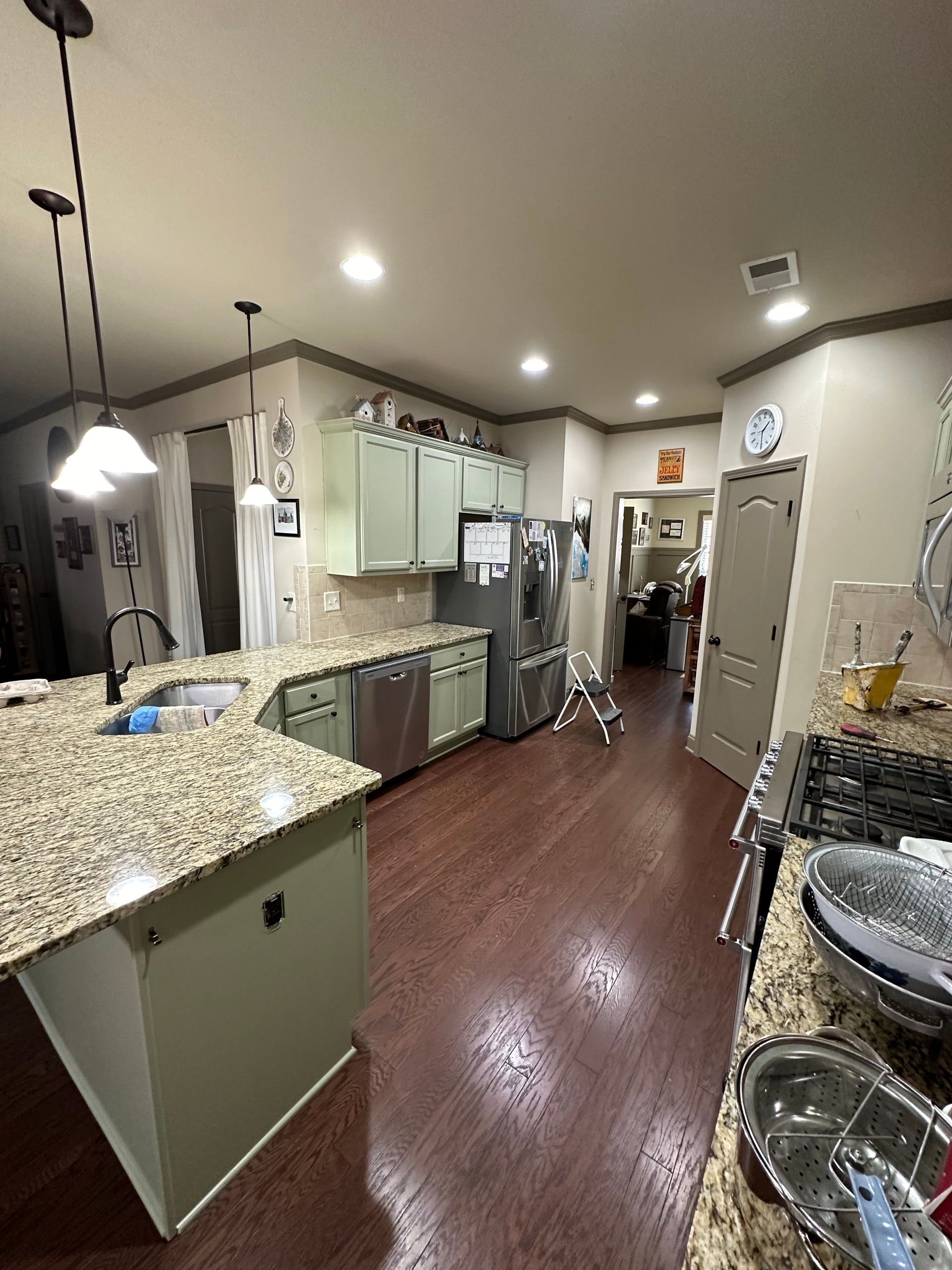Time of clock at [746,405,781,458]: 1:30
